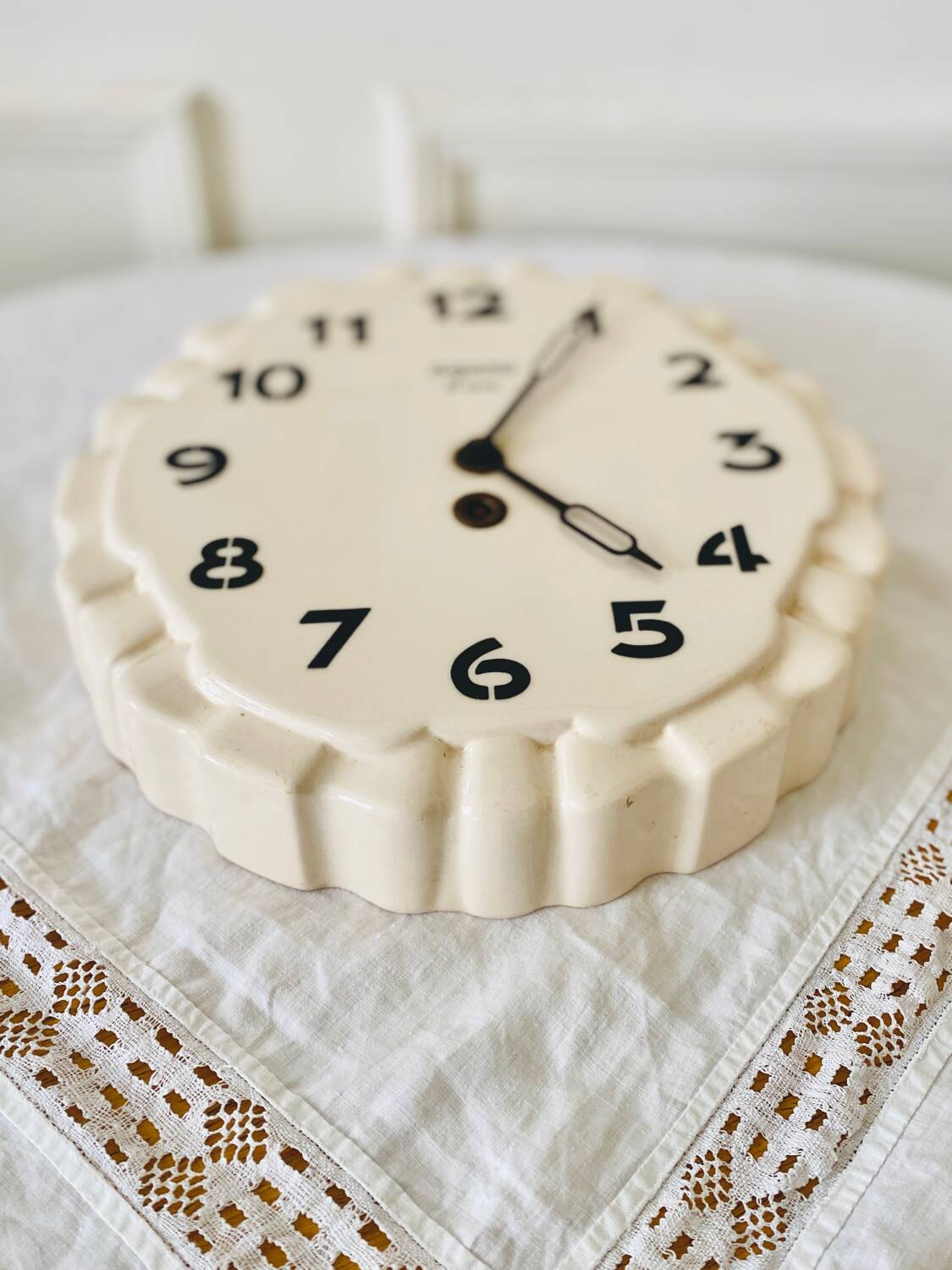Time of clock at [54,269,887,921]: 4:04
